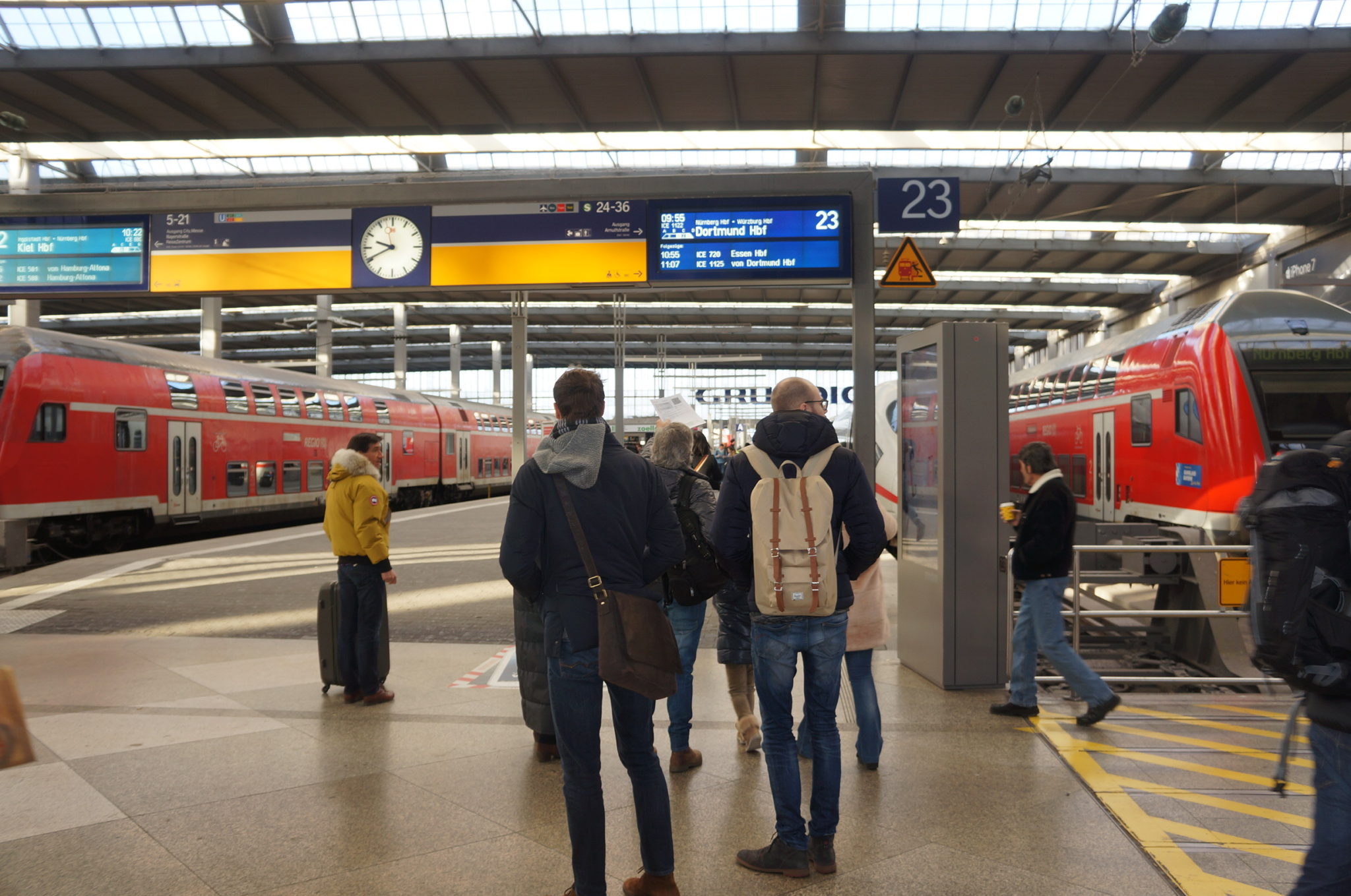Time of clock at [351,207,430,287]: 9:40
